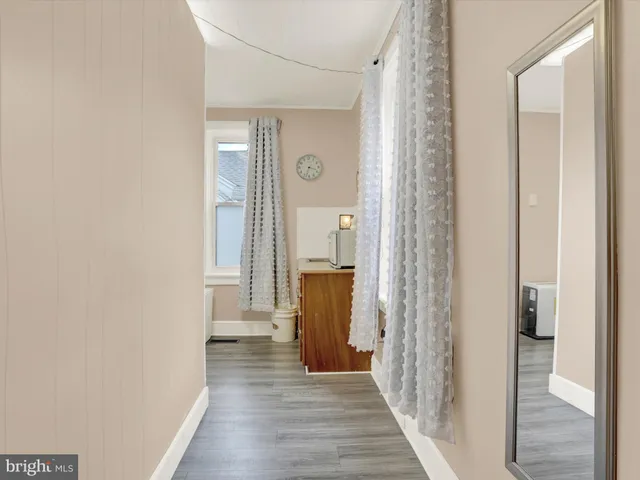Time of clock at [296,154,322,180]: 3:33
